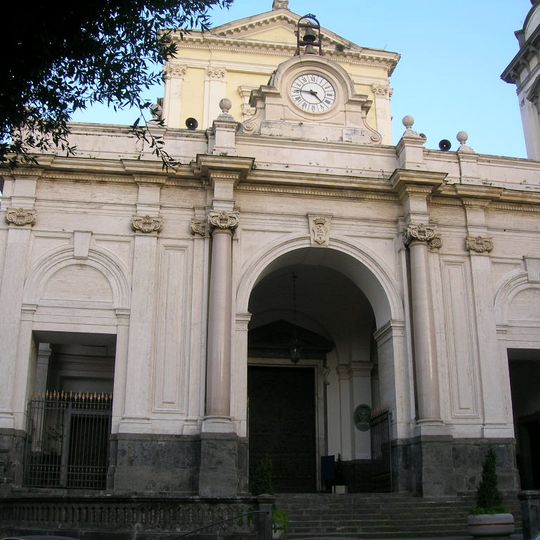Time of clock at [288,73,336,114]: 4:45
